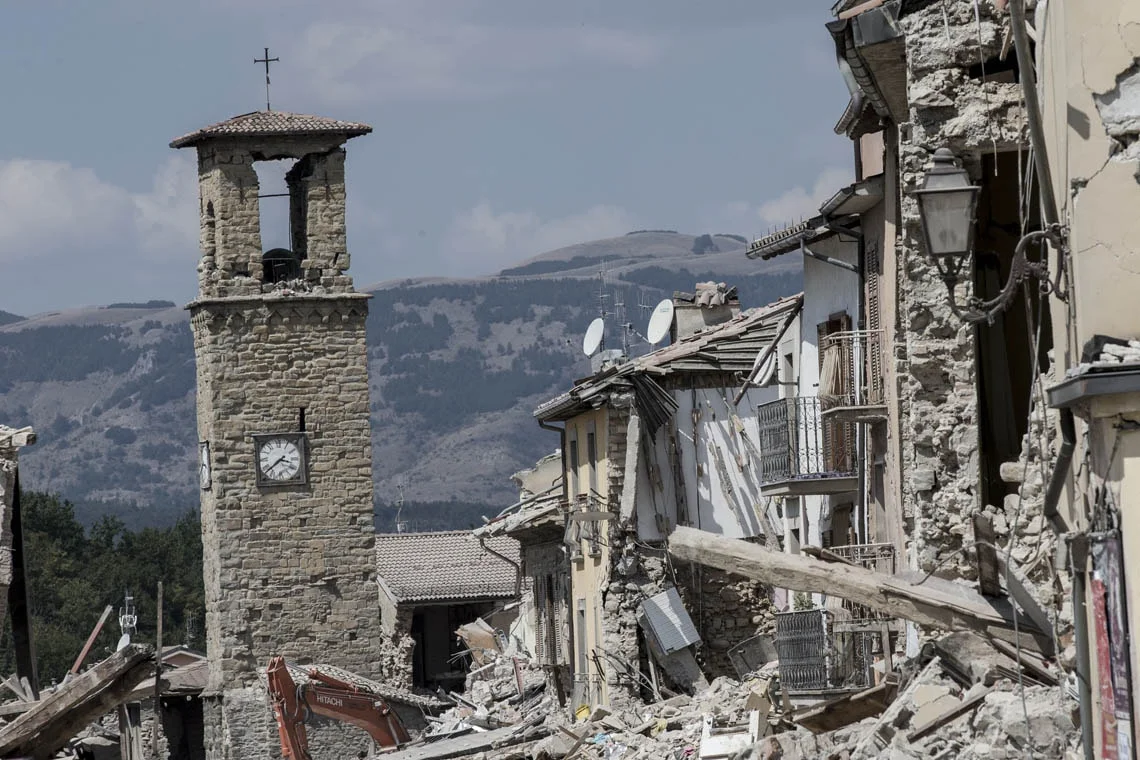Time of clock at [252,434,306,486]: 3:38
